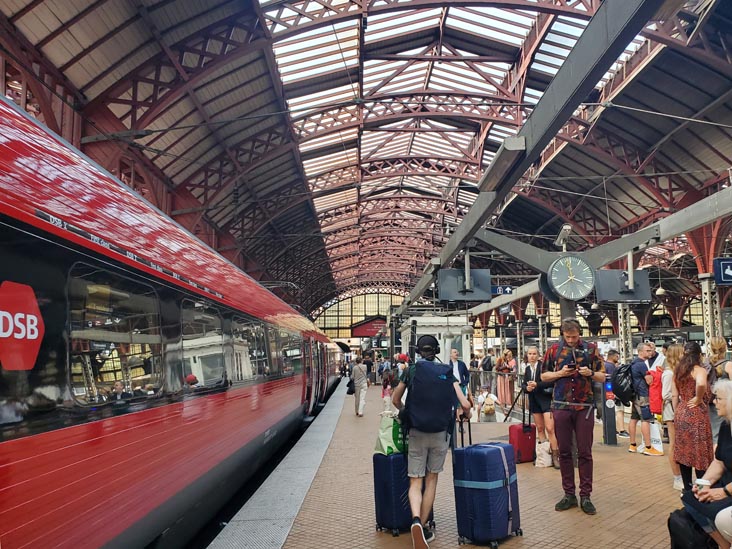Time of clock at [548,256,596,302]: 3:39
